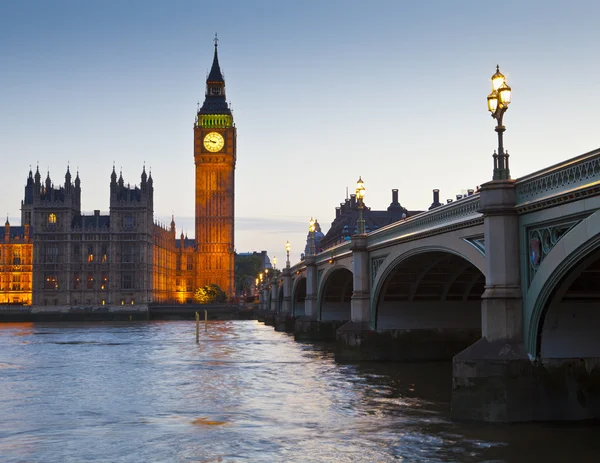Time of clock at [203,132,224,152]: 9:45
